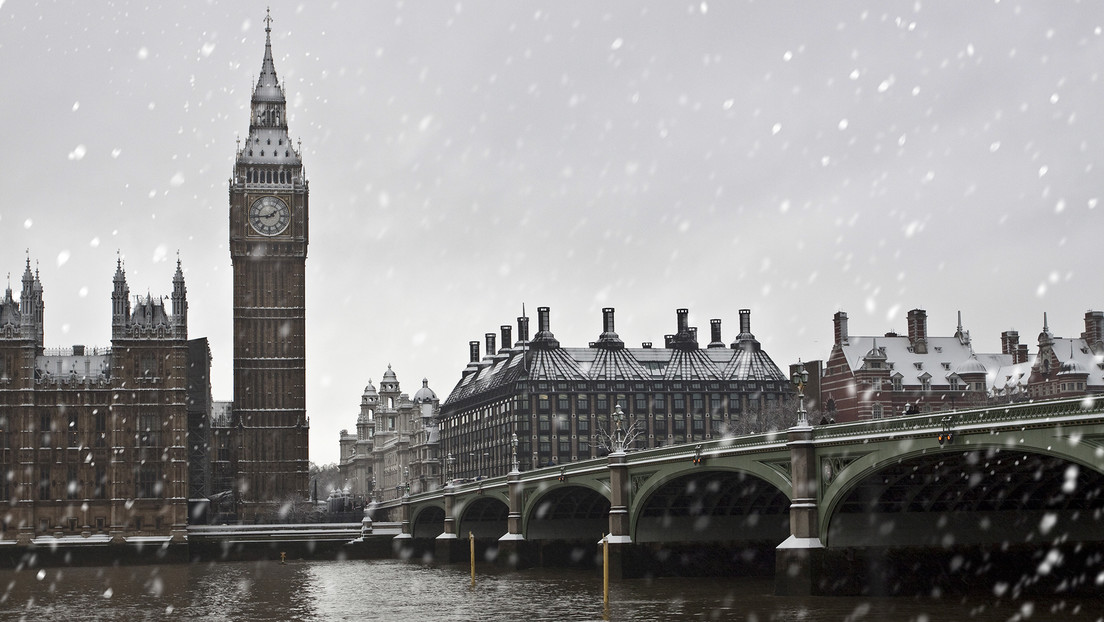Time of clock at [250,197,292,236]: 1:44
